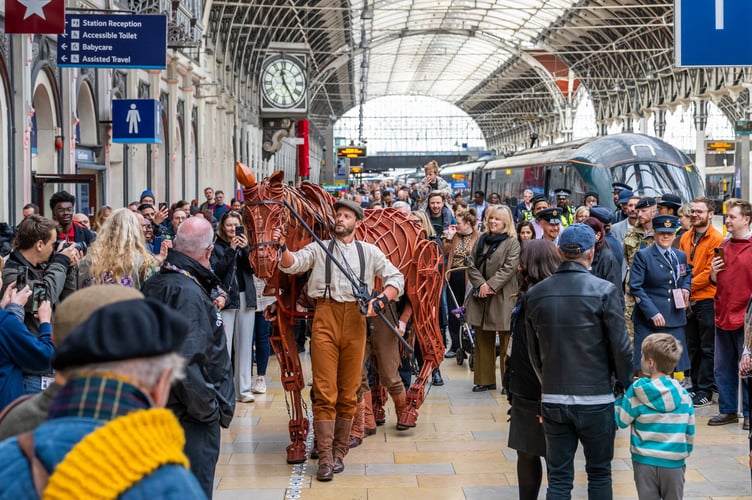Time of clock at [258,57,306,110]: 11:24
